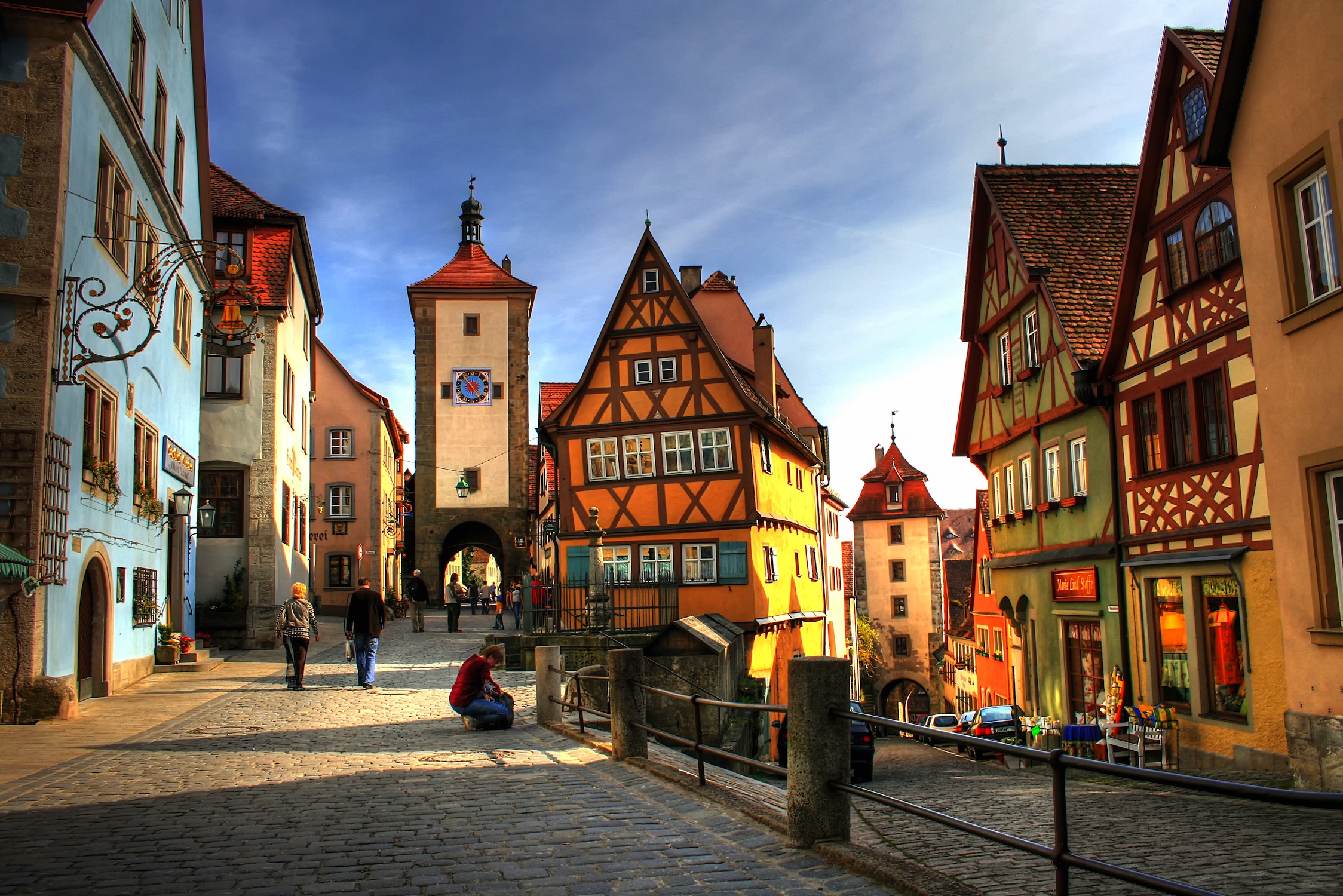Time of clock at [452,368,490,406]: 4:52
